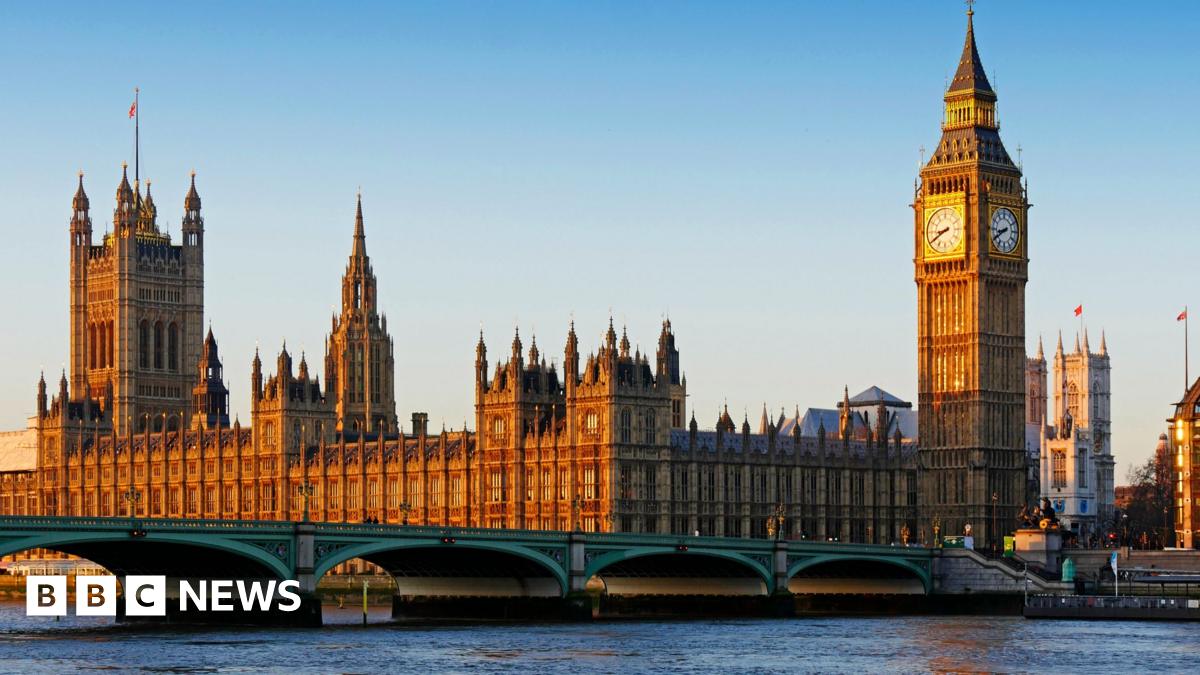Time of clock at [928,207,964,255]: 8:40
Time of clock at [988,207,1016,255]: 8:39
